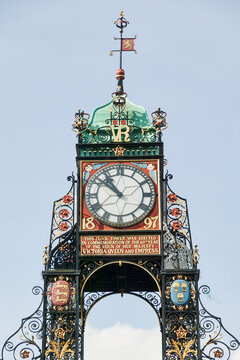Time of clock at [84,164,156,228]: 10:51
